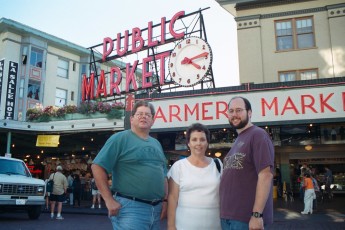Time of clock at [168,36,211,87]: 4:13
